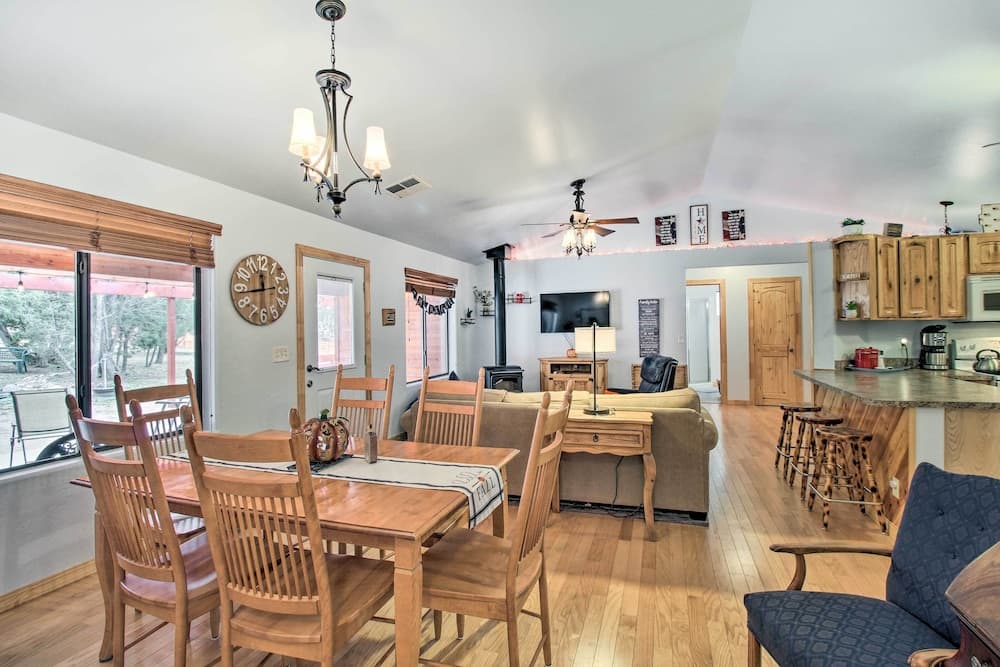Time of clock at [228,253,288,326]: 11:43
